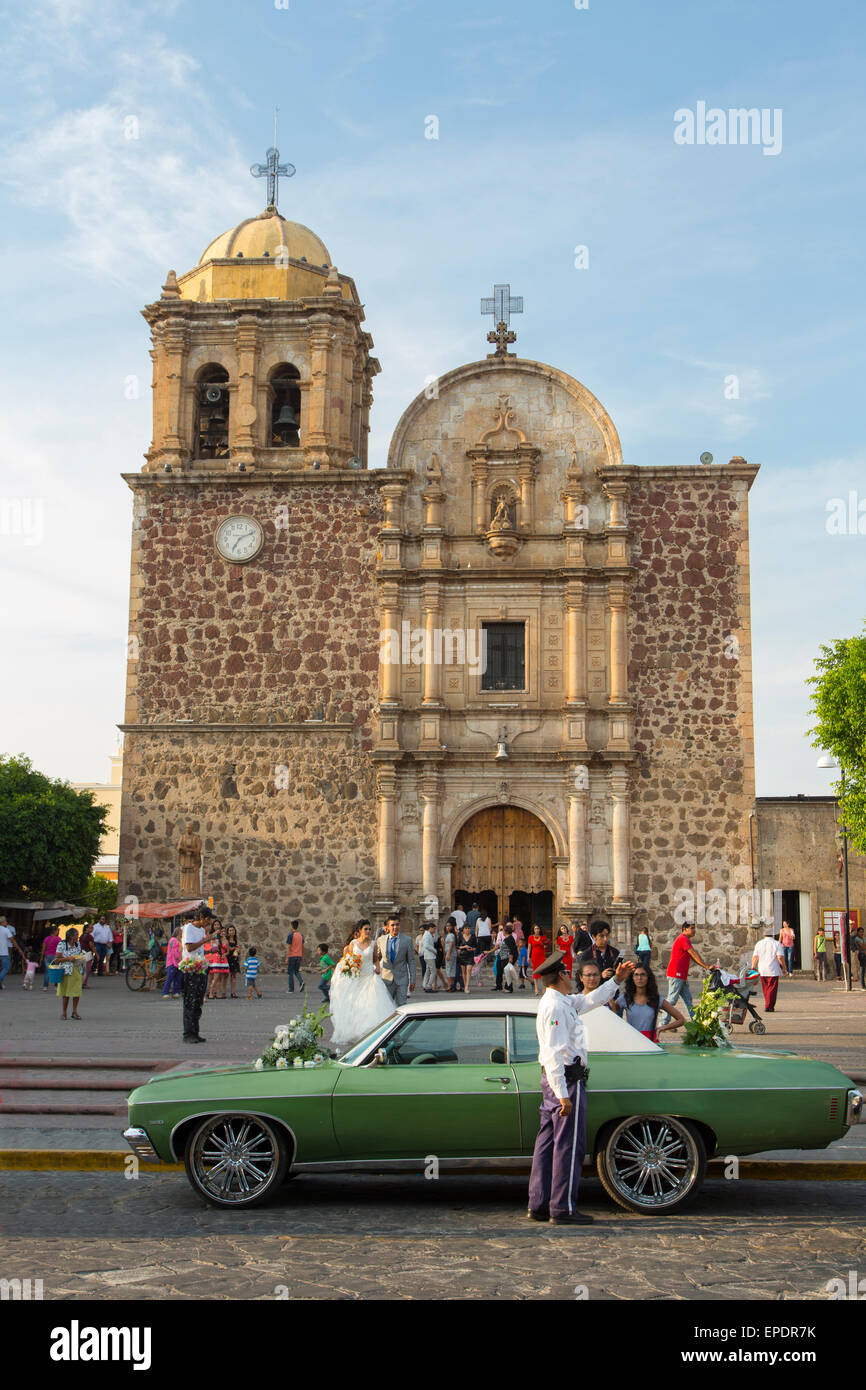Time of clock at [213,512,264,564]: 7:11
